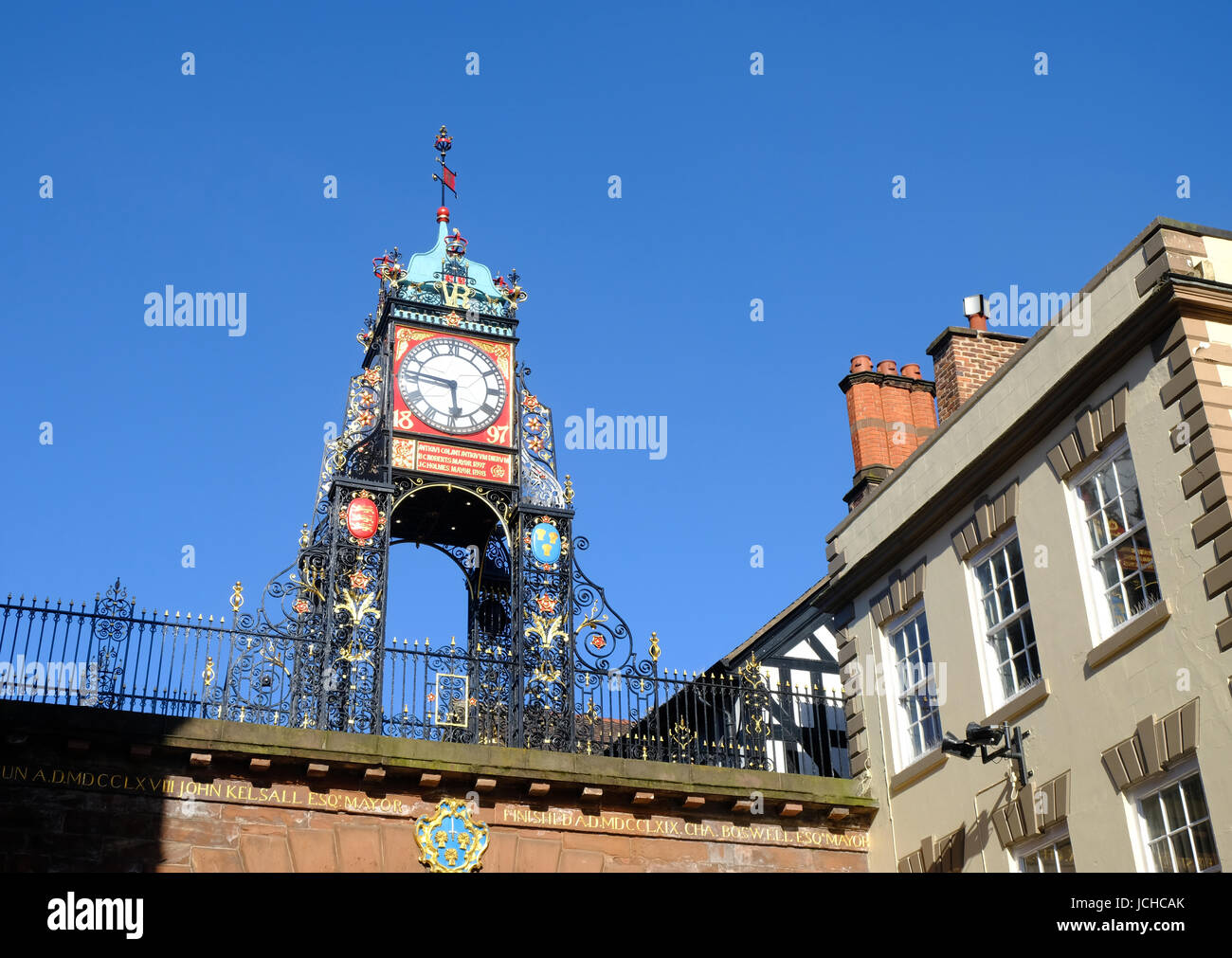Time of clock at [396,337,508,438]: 5:46
